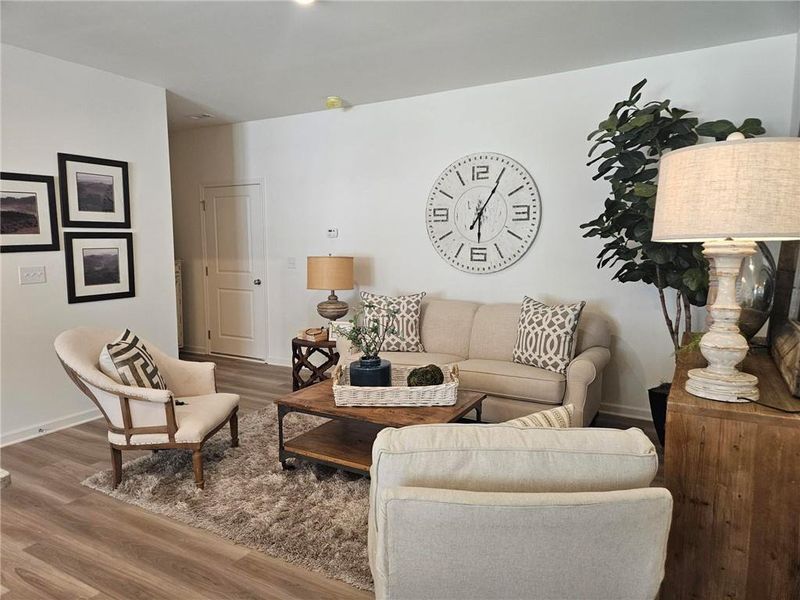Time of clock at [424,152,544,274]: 6:05
